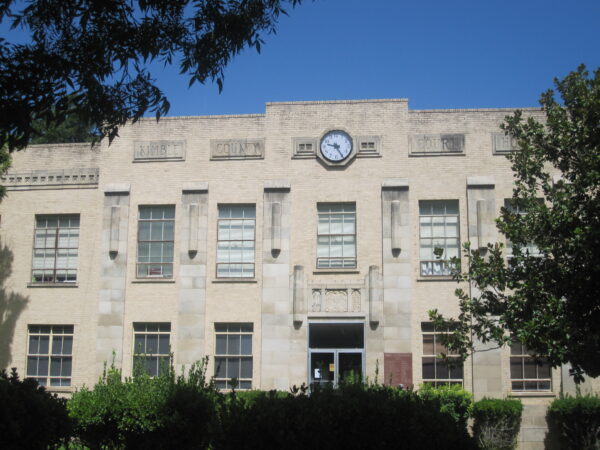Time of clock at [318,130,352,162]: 9:25
